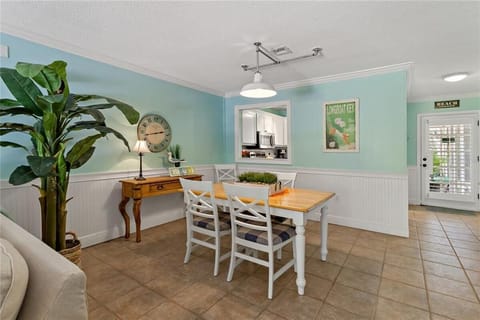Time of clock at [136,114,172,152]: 2:42
